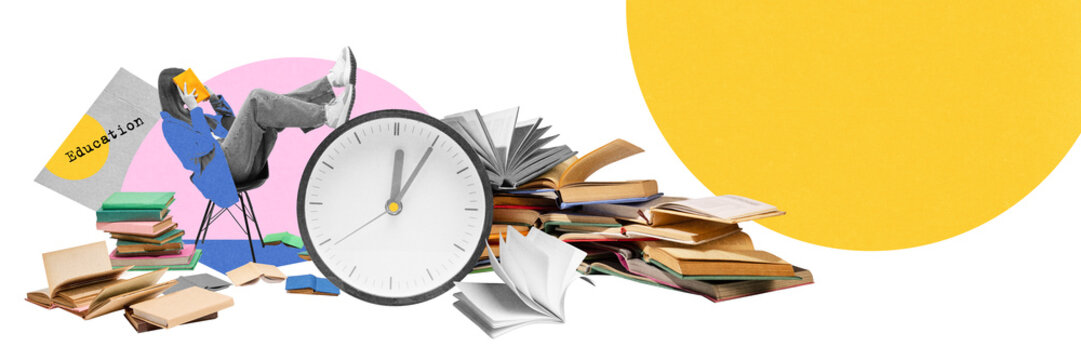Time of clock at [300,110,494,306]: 12:05
